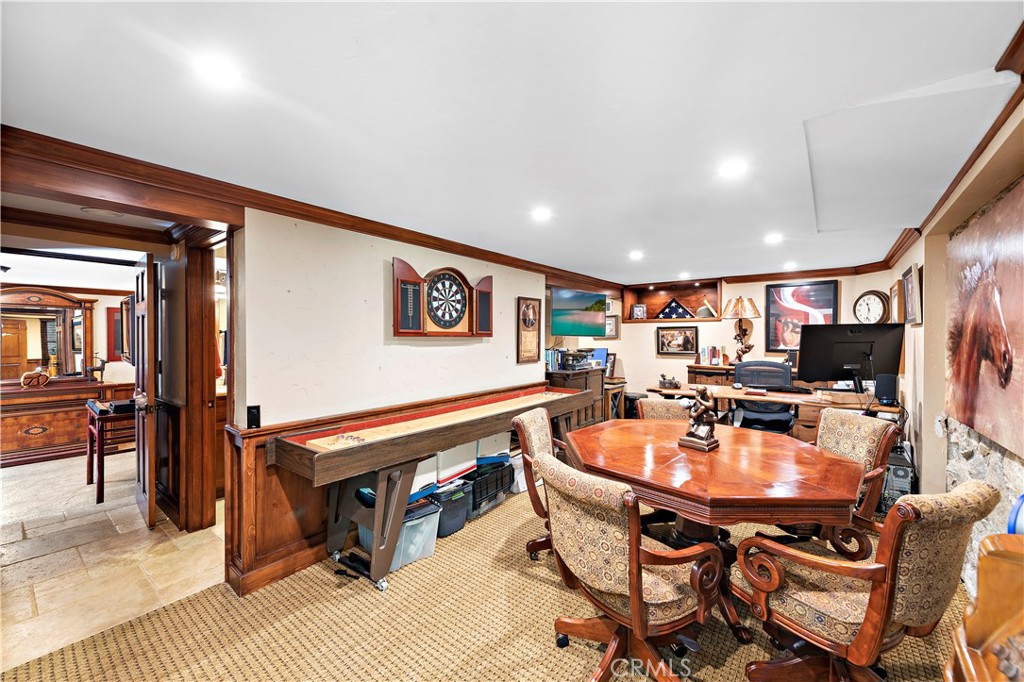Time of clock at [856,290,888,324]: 11:32
